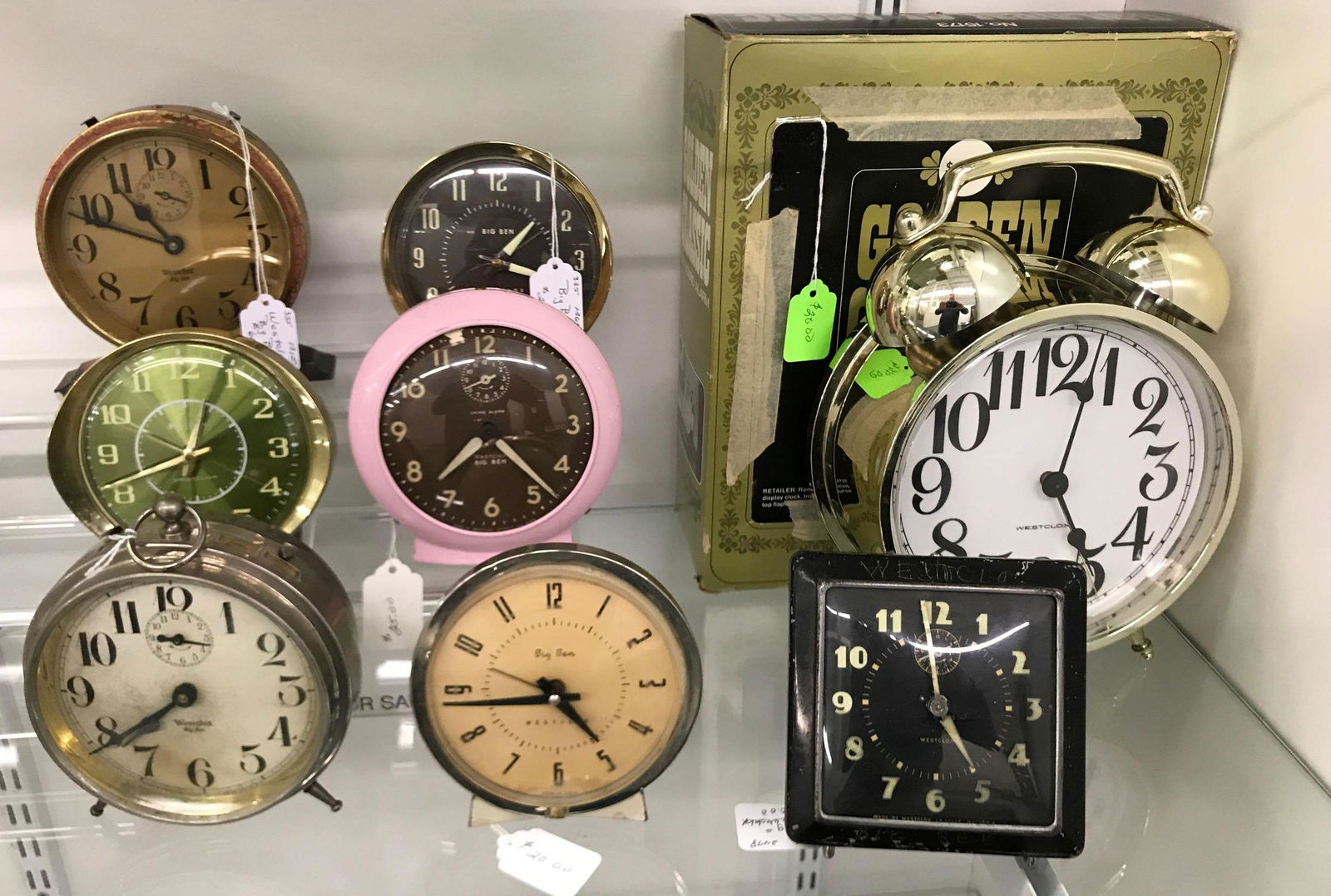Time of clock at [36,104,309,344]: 10:48
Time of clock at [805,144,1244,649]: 5:03
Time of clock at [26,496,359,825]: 7:38
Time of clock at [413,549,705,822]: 4:43
